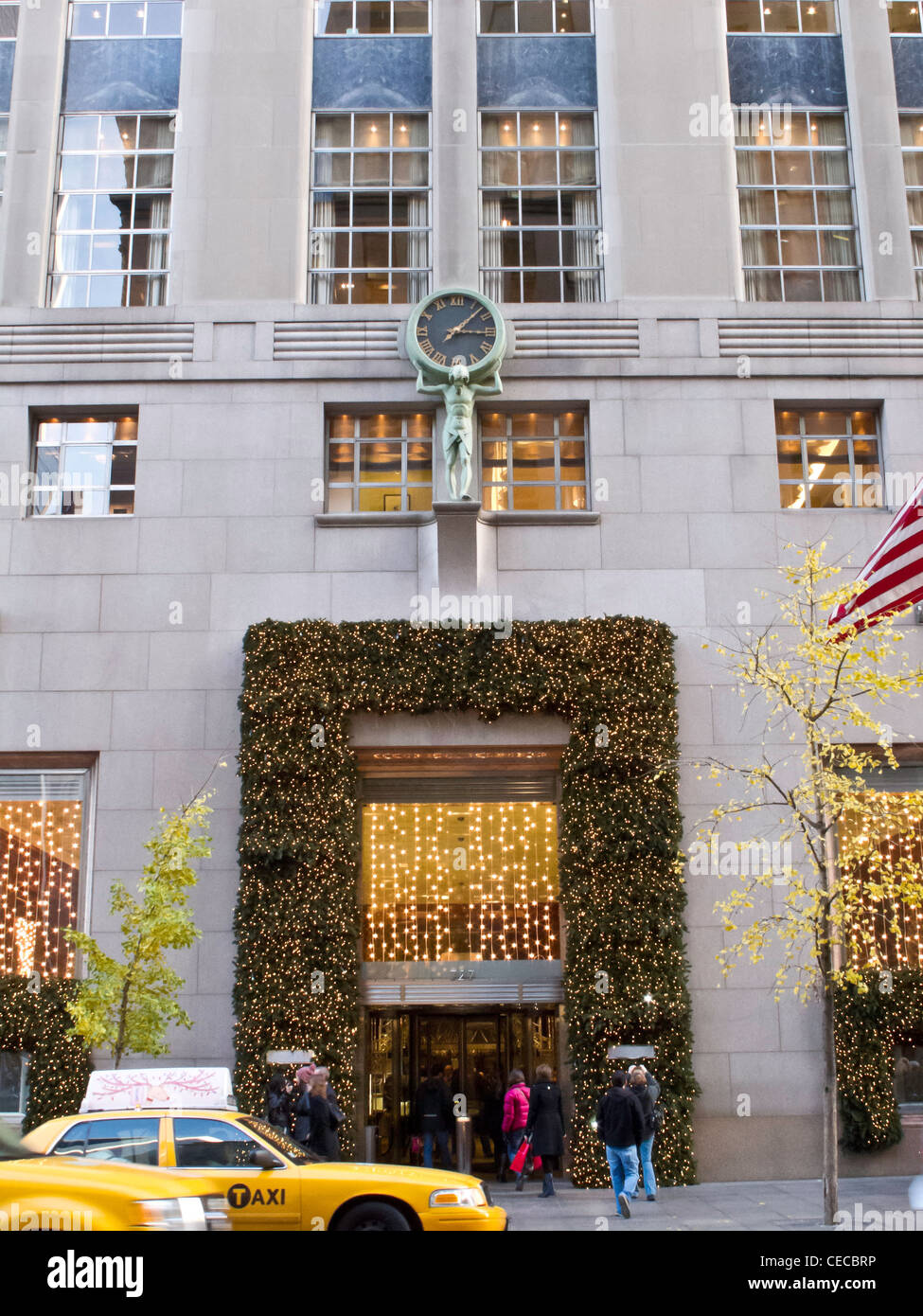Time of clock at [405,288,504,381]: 3:07
